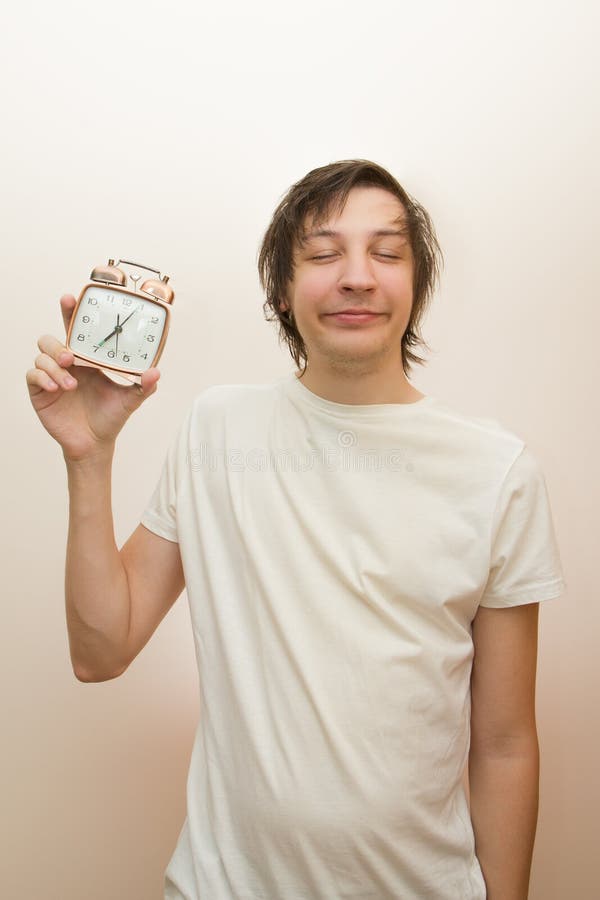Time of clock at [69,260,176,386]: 7:04
